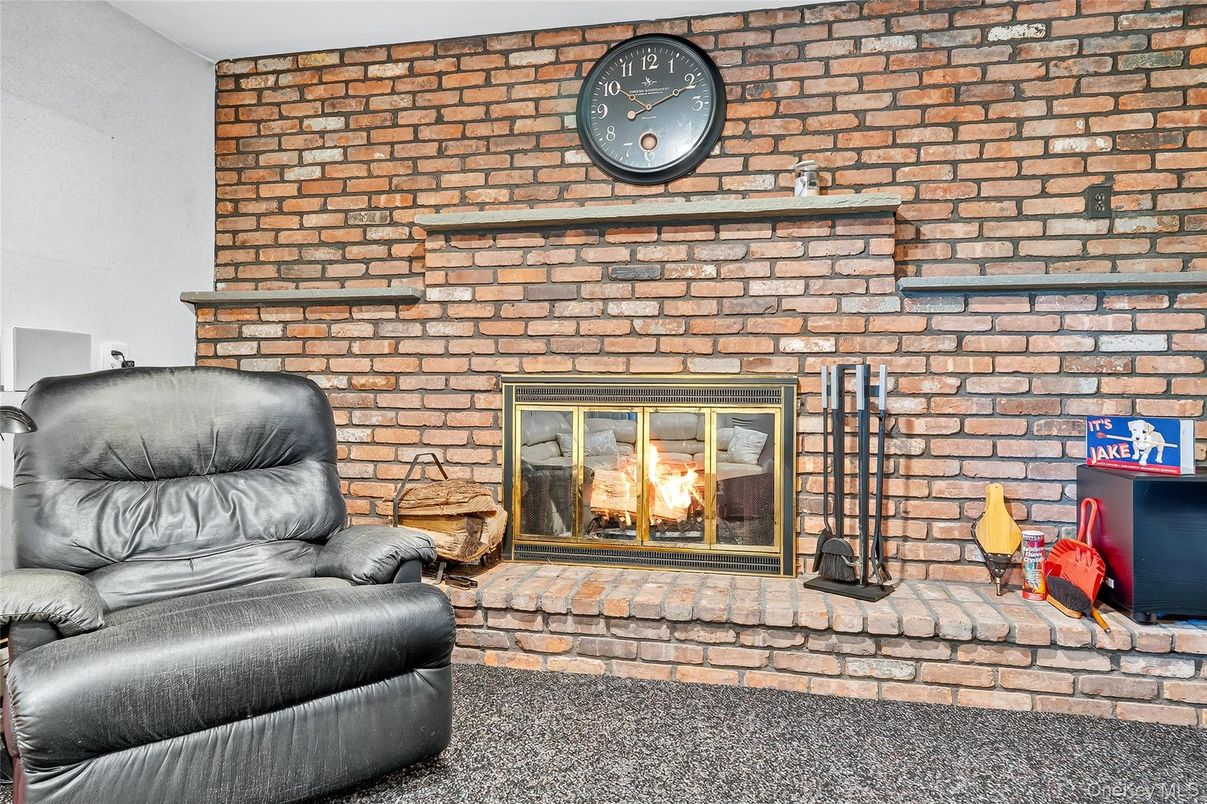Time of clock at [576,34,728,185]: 10:11
